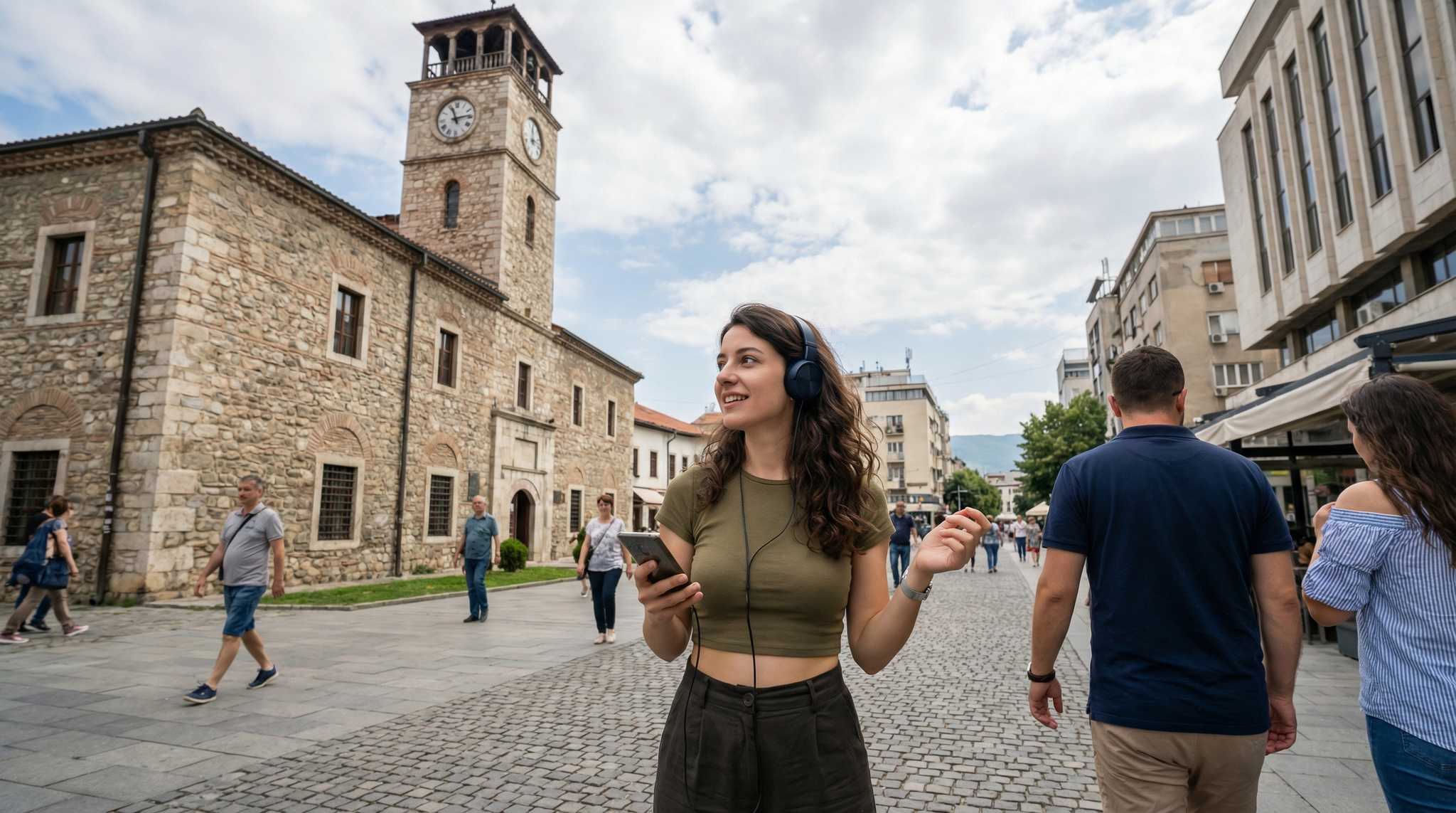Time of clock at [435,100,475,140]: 11:13
